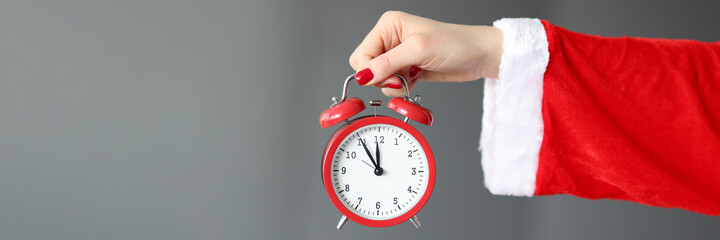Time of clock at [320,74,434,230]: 11:54
